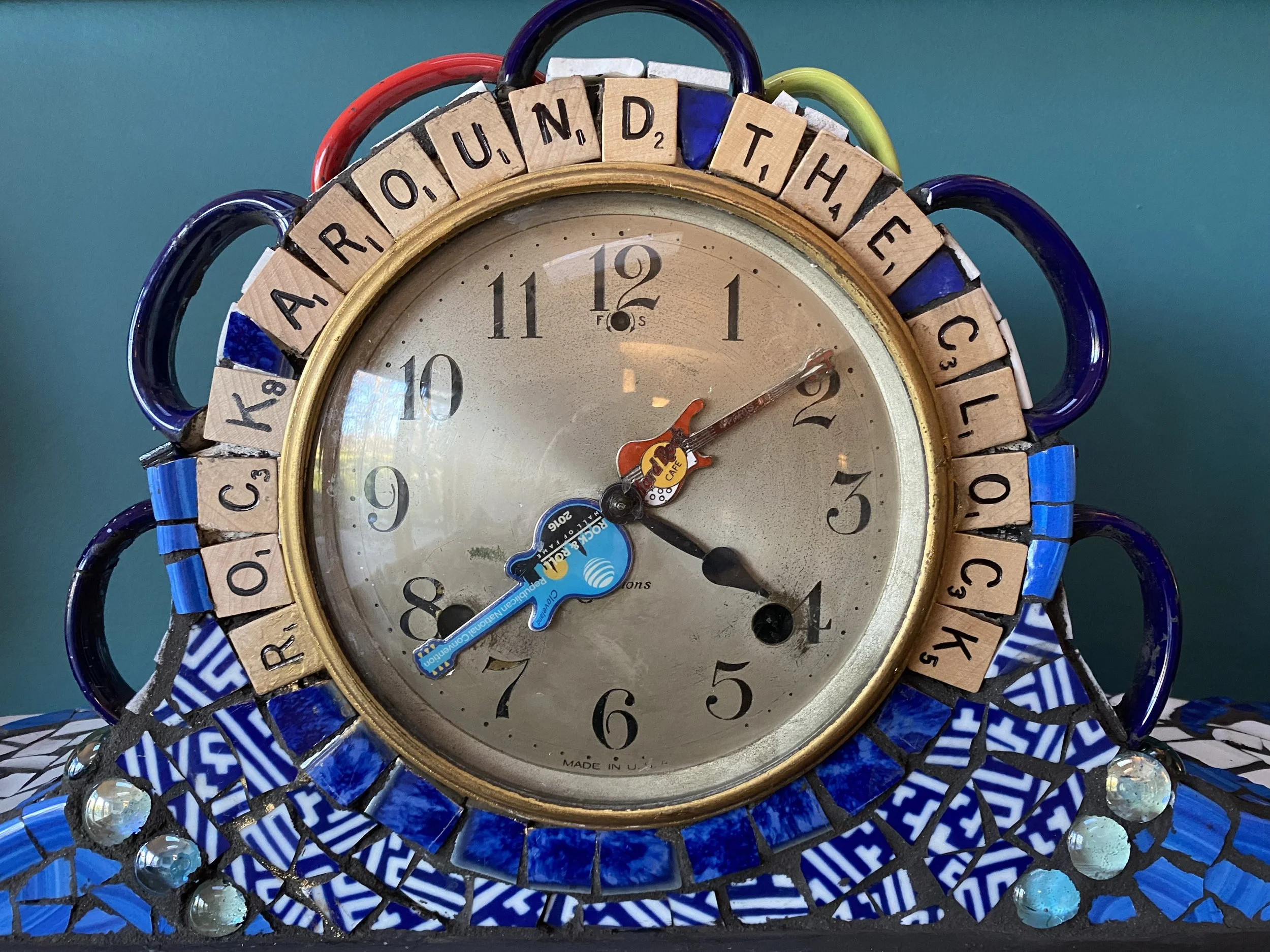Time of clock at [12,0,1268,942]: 4:09
